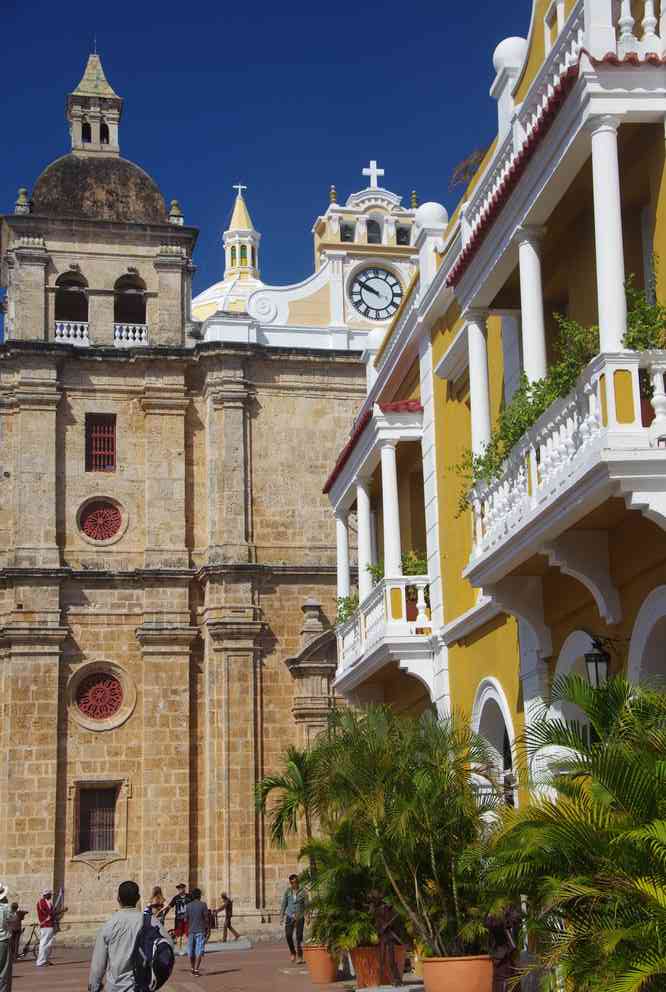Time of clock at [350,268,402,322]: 9:50
